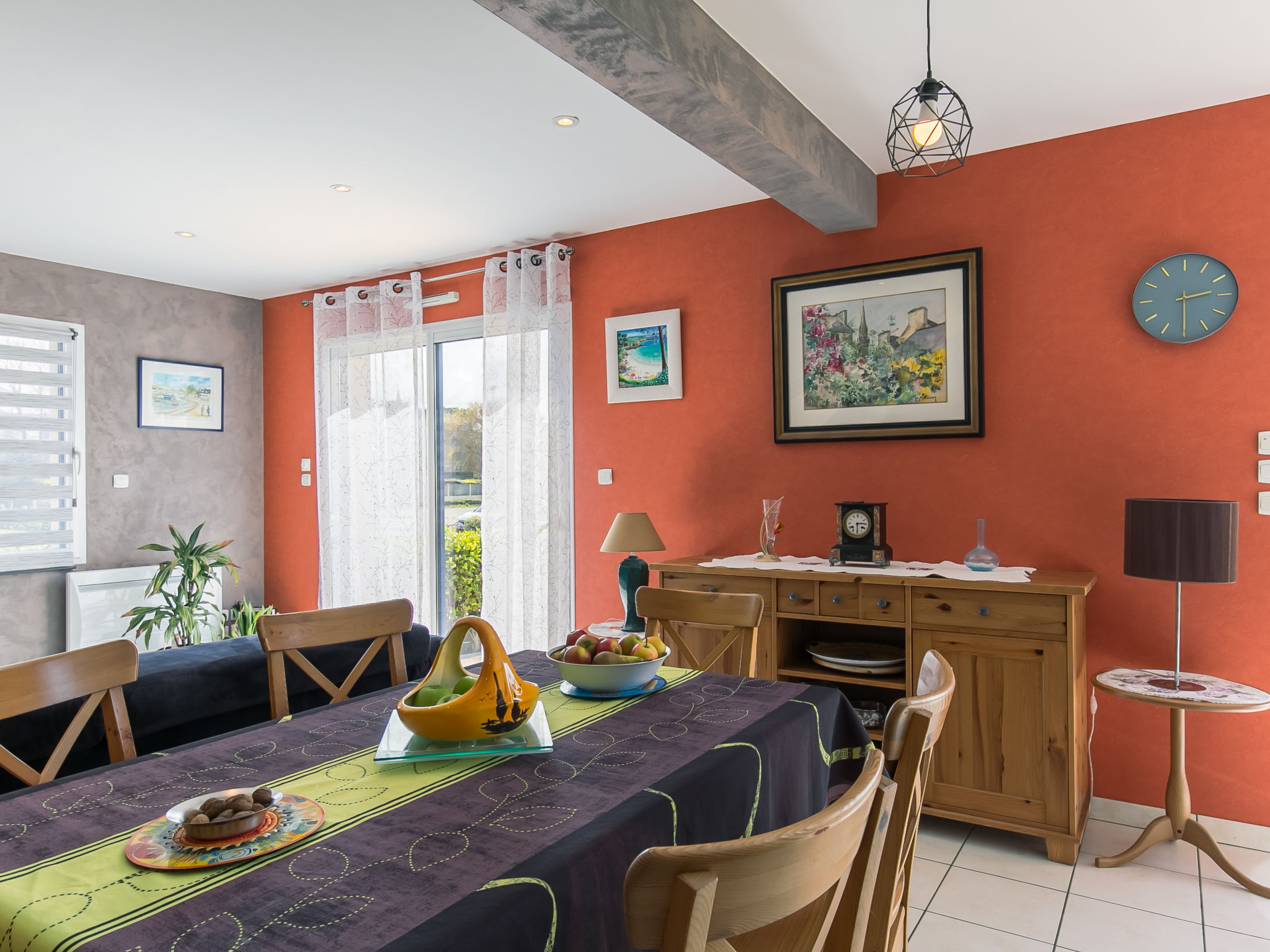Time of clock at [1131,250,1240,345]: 2:30
